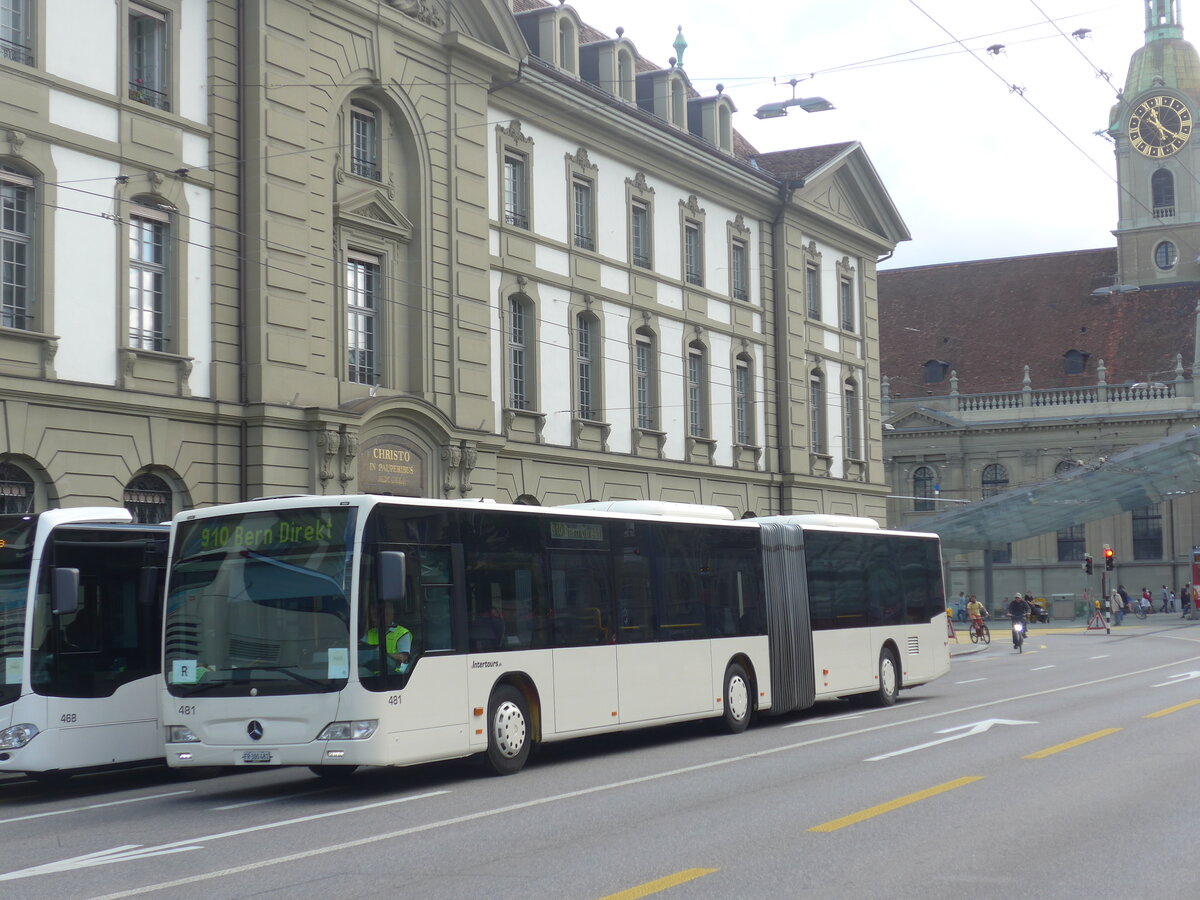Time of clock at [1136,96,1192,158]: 11:19
